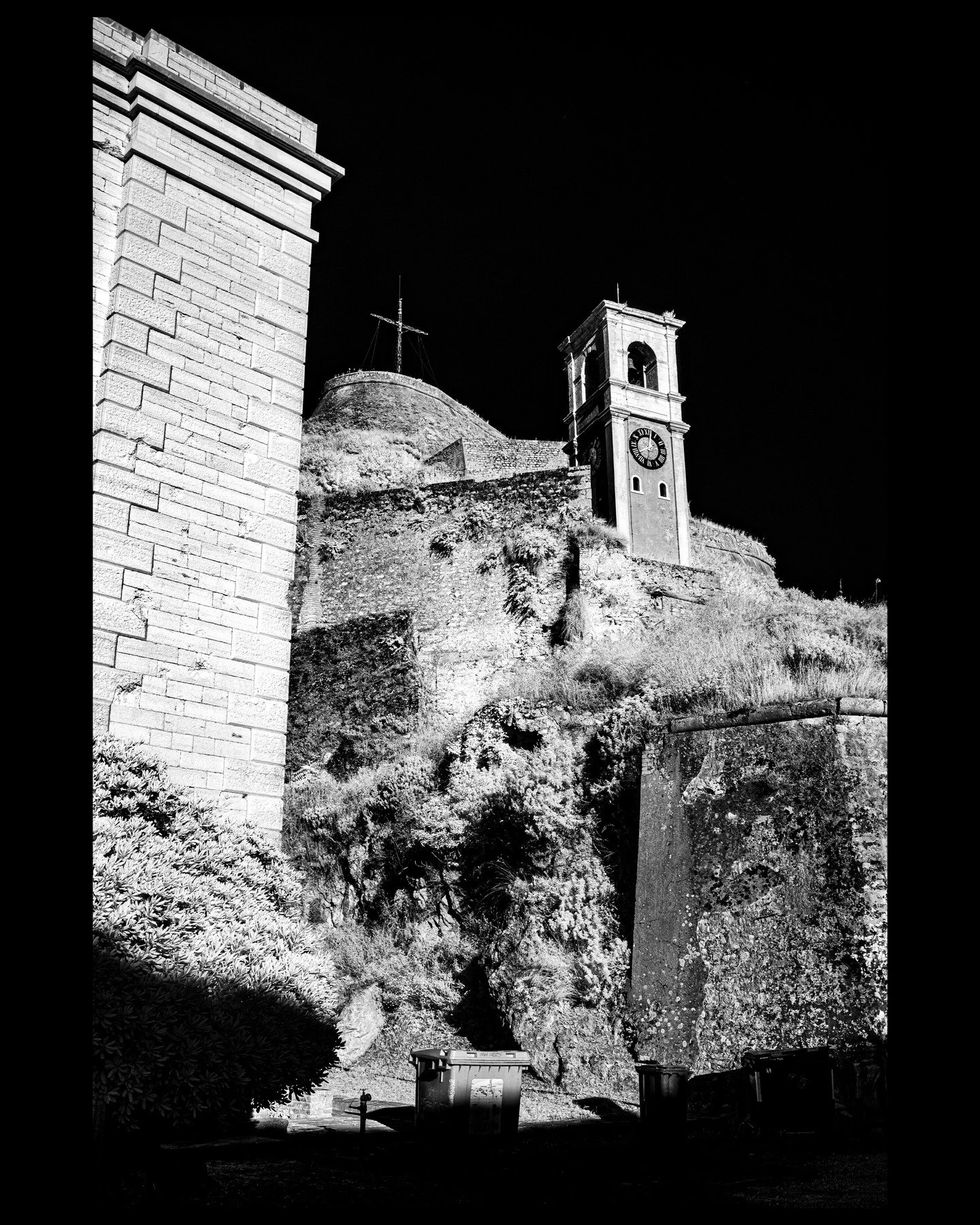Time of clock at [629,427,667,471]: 1:01
